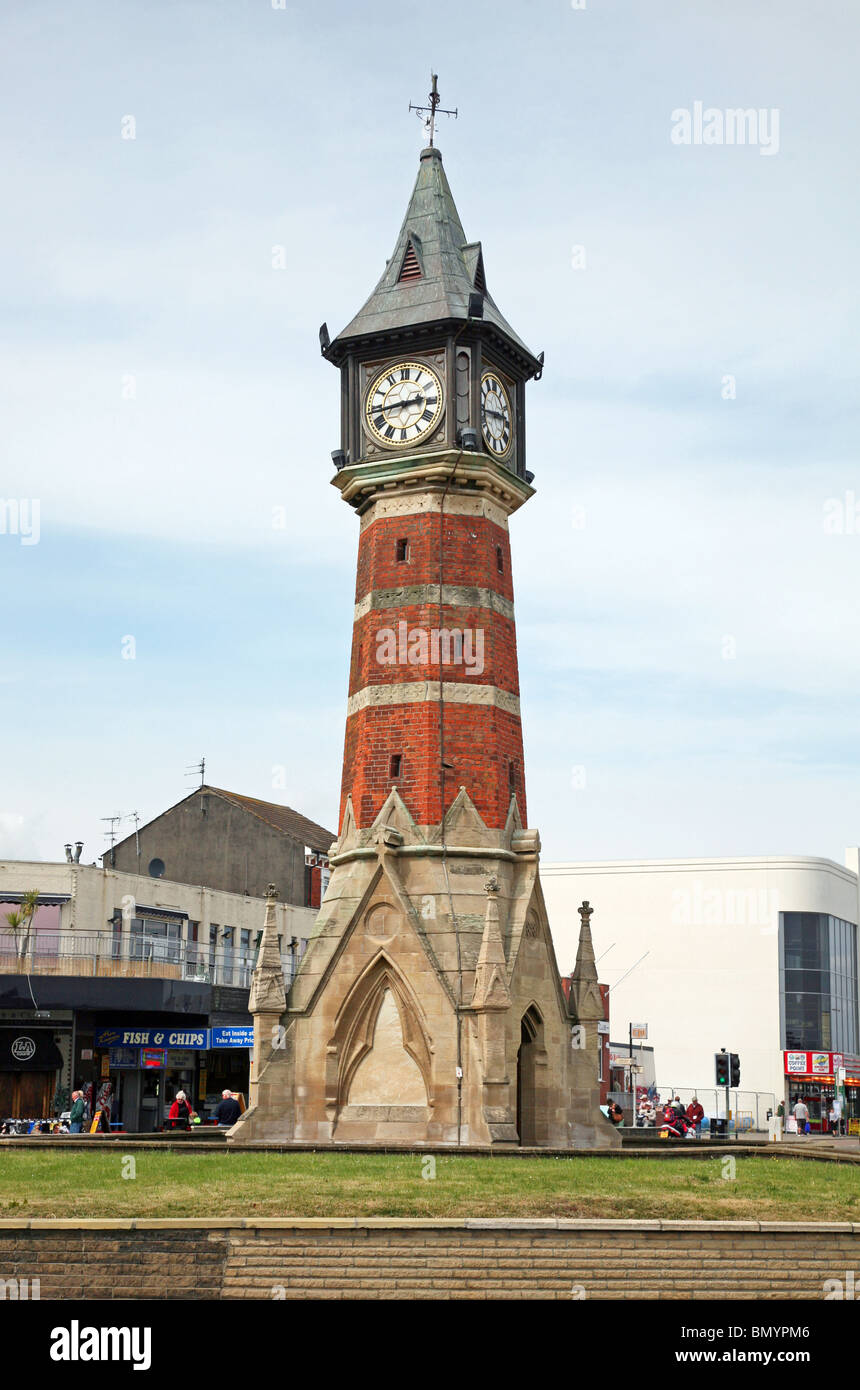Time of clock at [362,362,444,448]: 2:43
